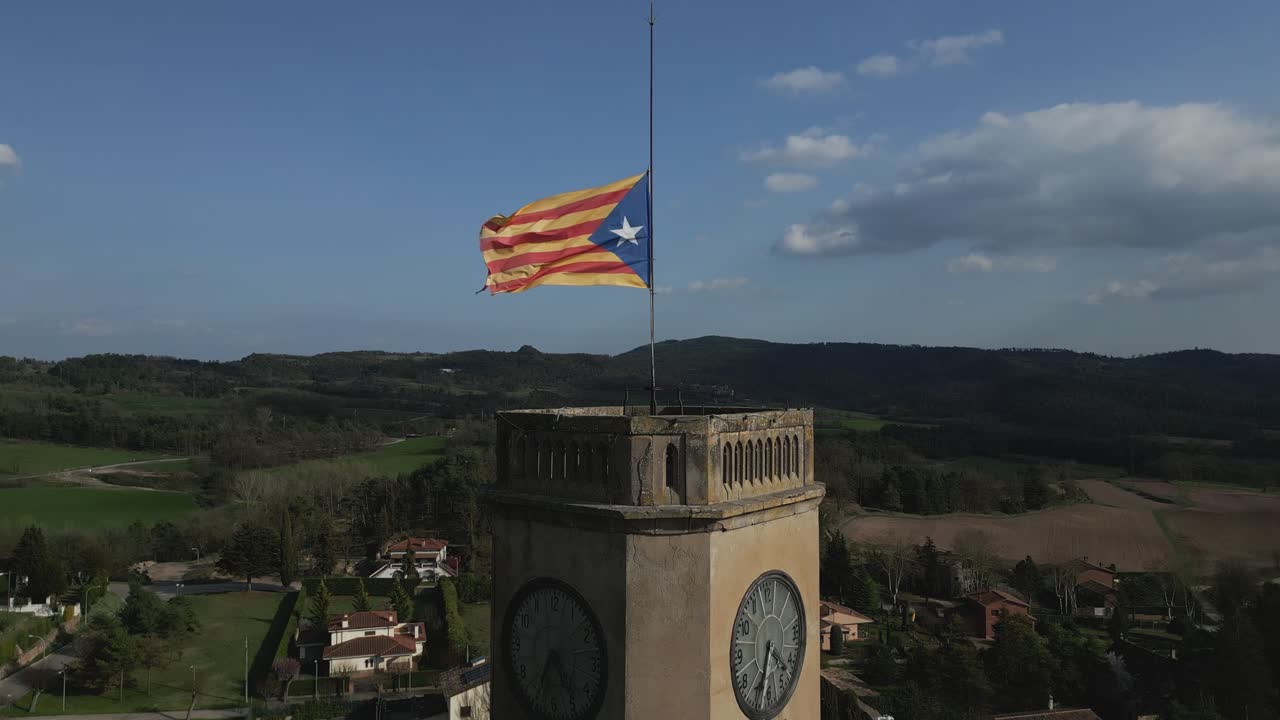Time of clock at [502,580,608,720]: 4:35
